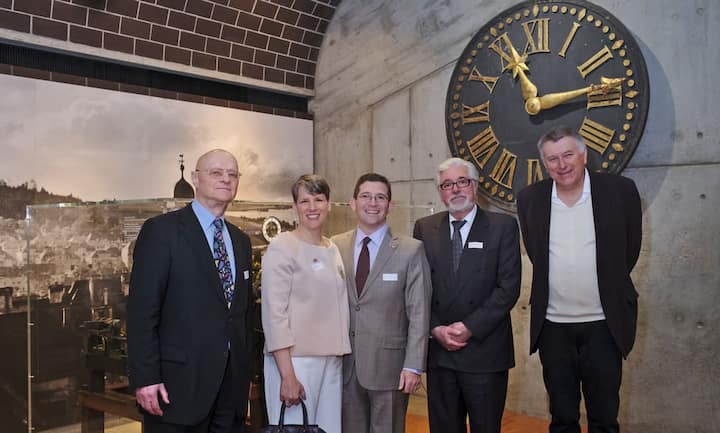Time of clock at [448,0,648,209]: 11:13
